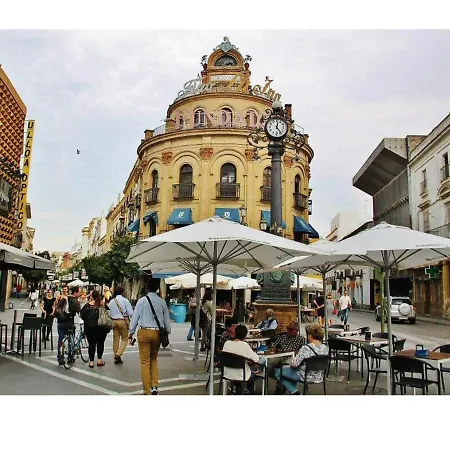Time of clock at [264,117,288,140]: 12:23
